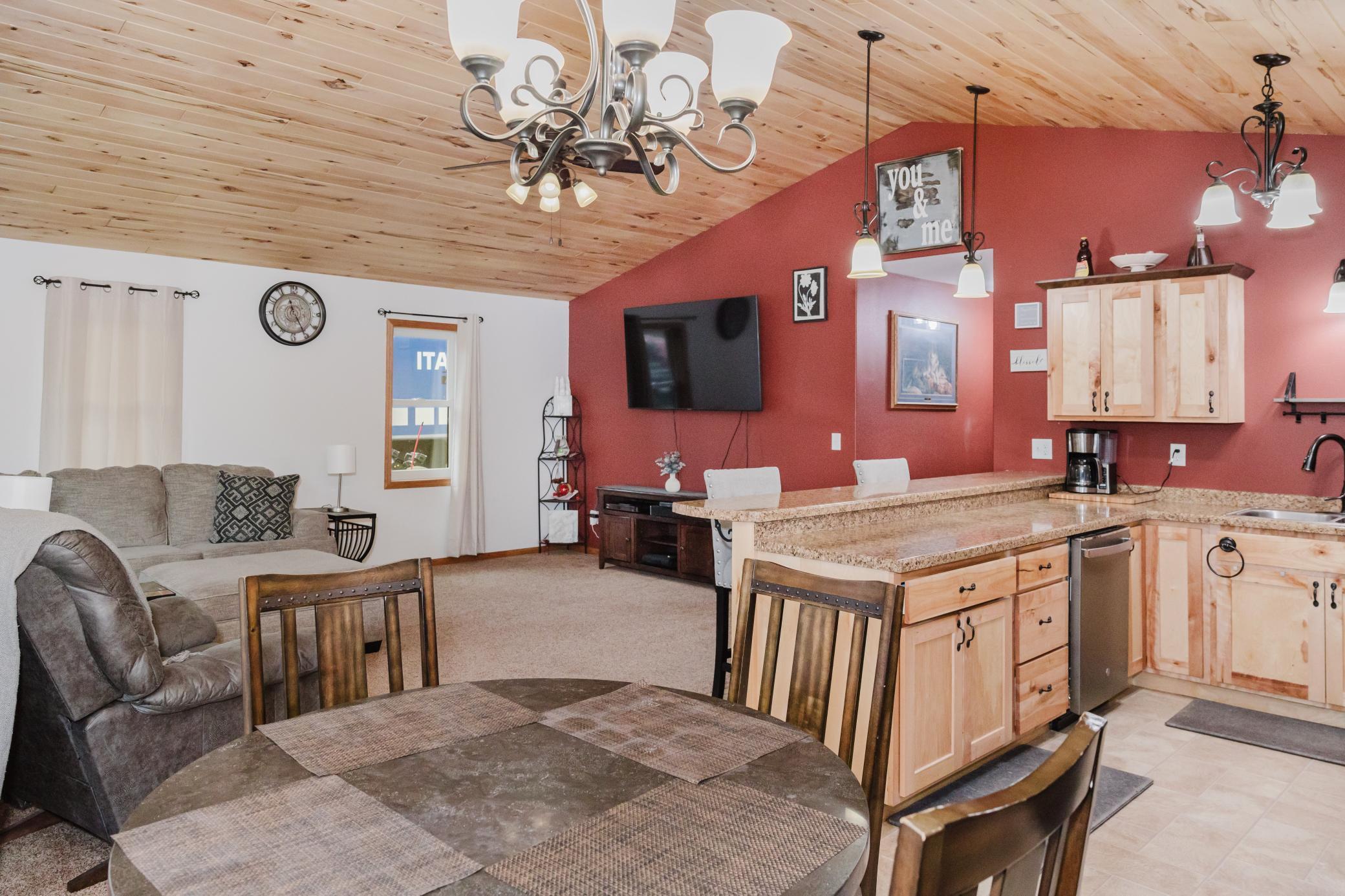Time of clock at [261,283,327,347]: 11:25
